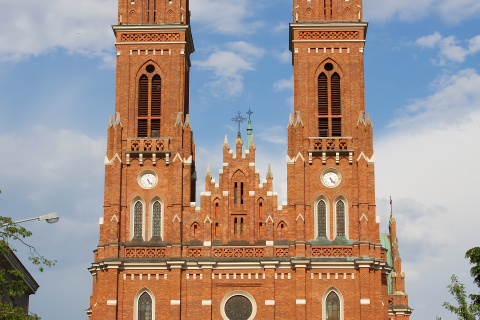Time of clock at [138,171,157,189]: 5:22
